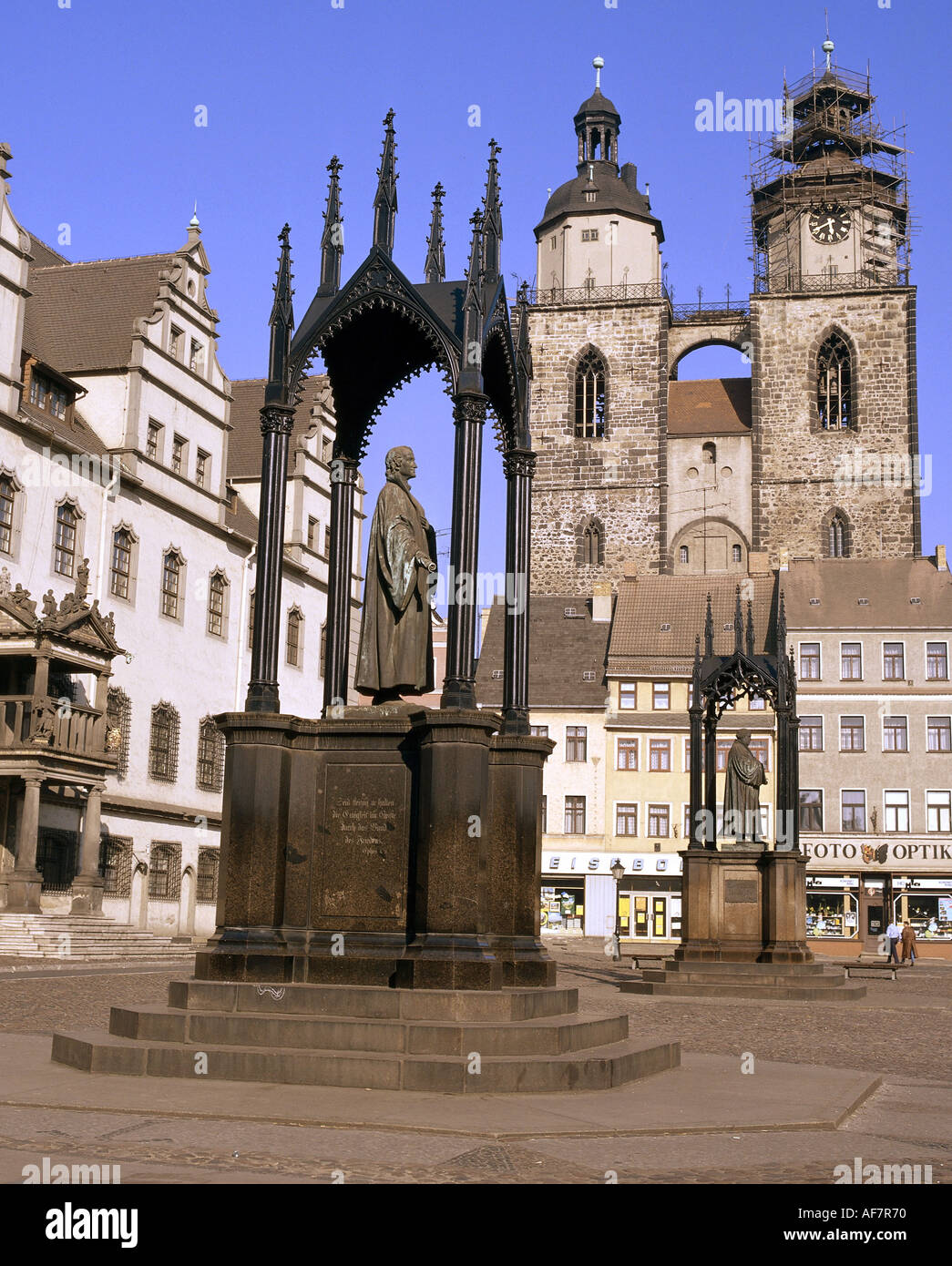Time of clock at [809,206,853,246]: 5:40
